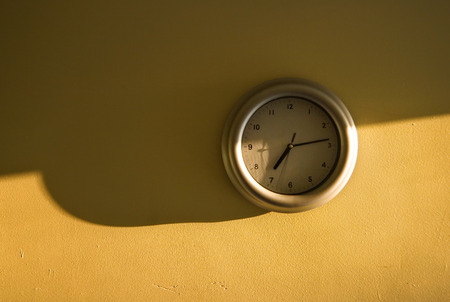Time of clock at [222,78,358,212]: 7:13
